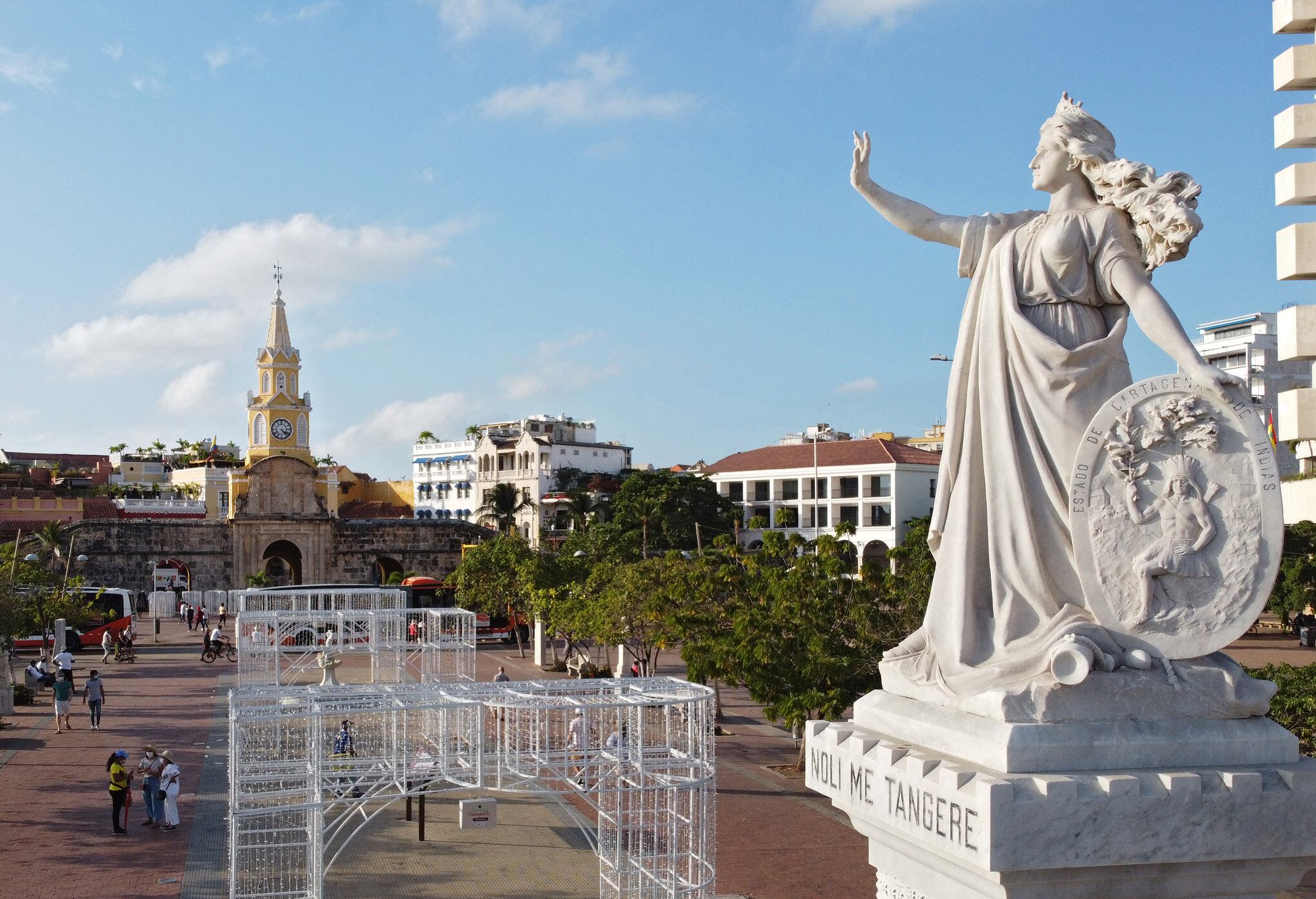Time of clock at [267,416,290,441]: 4:22
